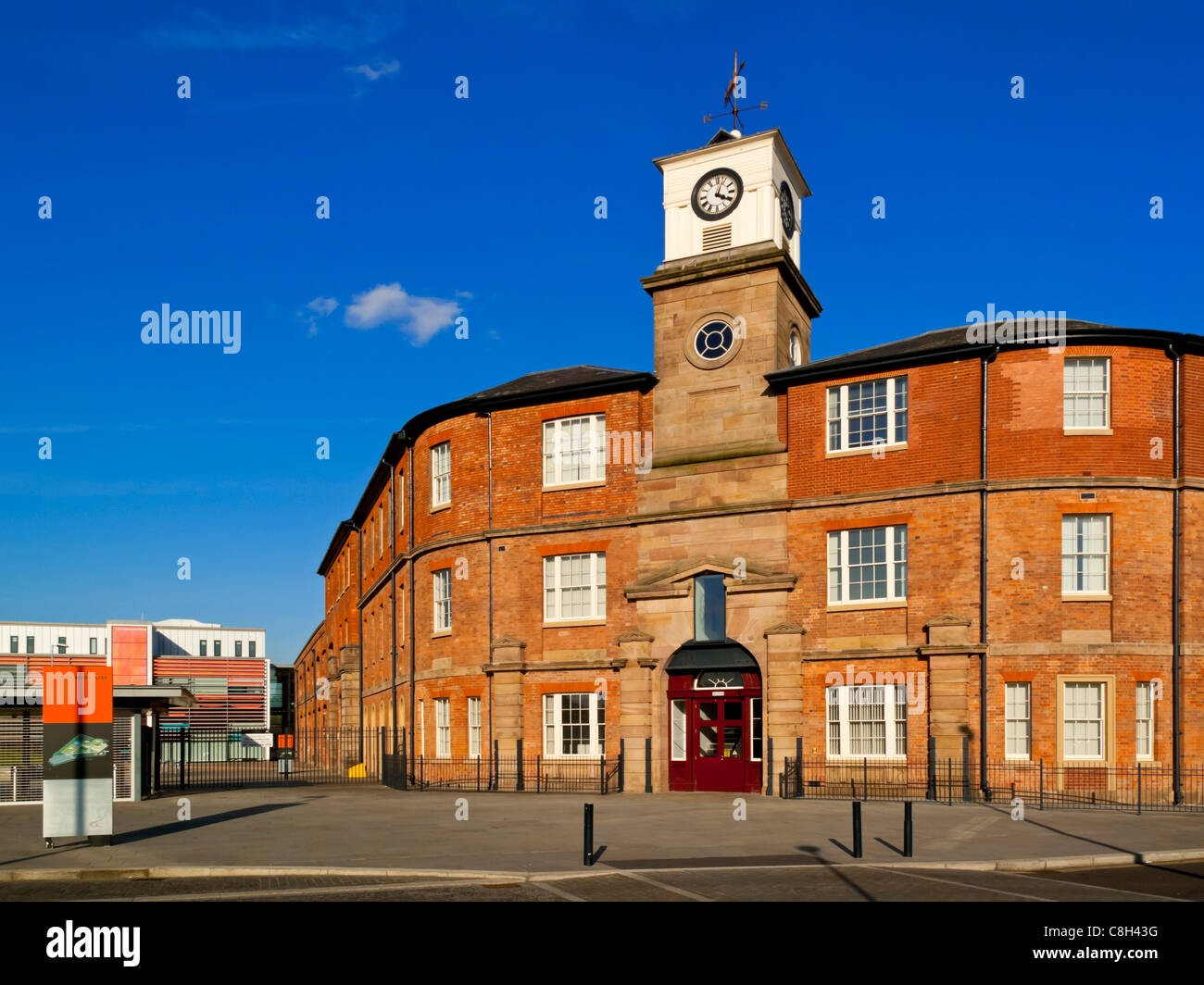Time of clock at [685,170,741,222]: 4:03
